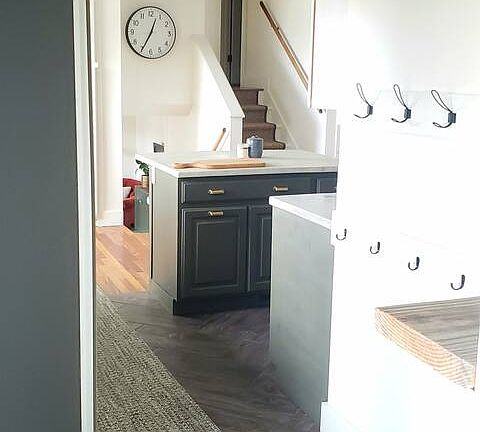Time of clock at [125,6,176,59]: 12:34
